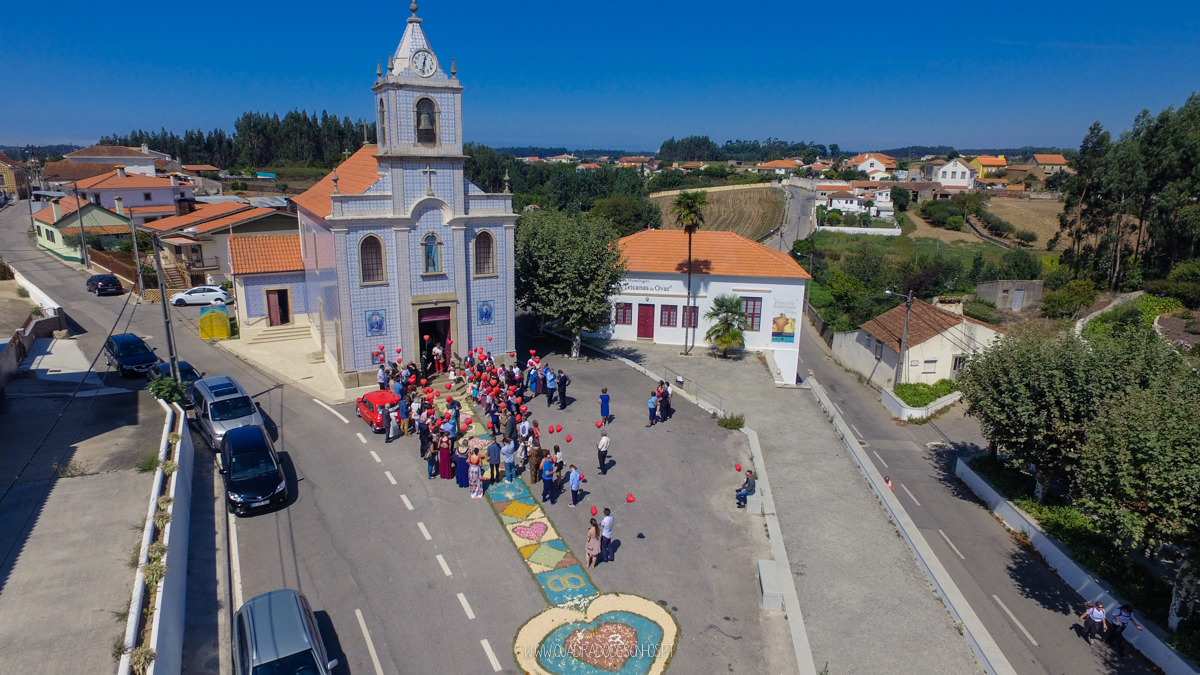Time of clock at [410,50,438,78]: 12:32
